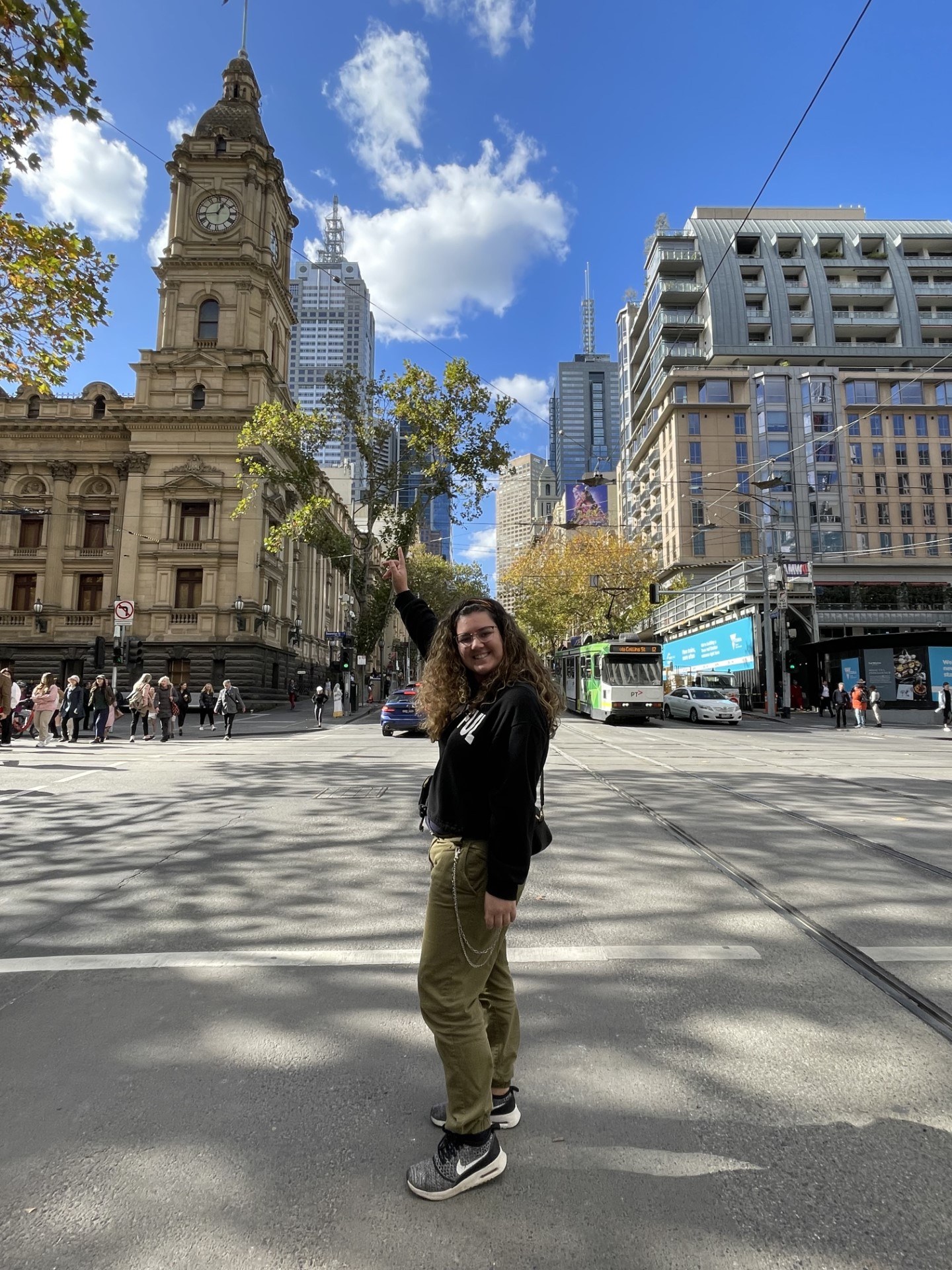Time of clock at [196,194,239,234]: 12:44
